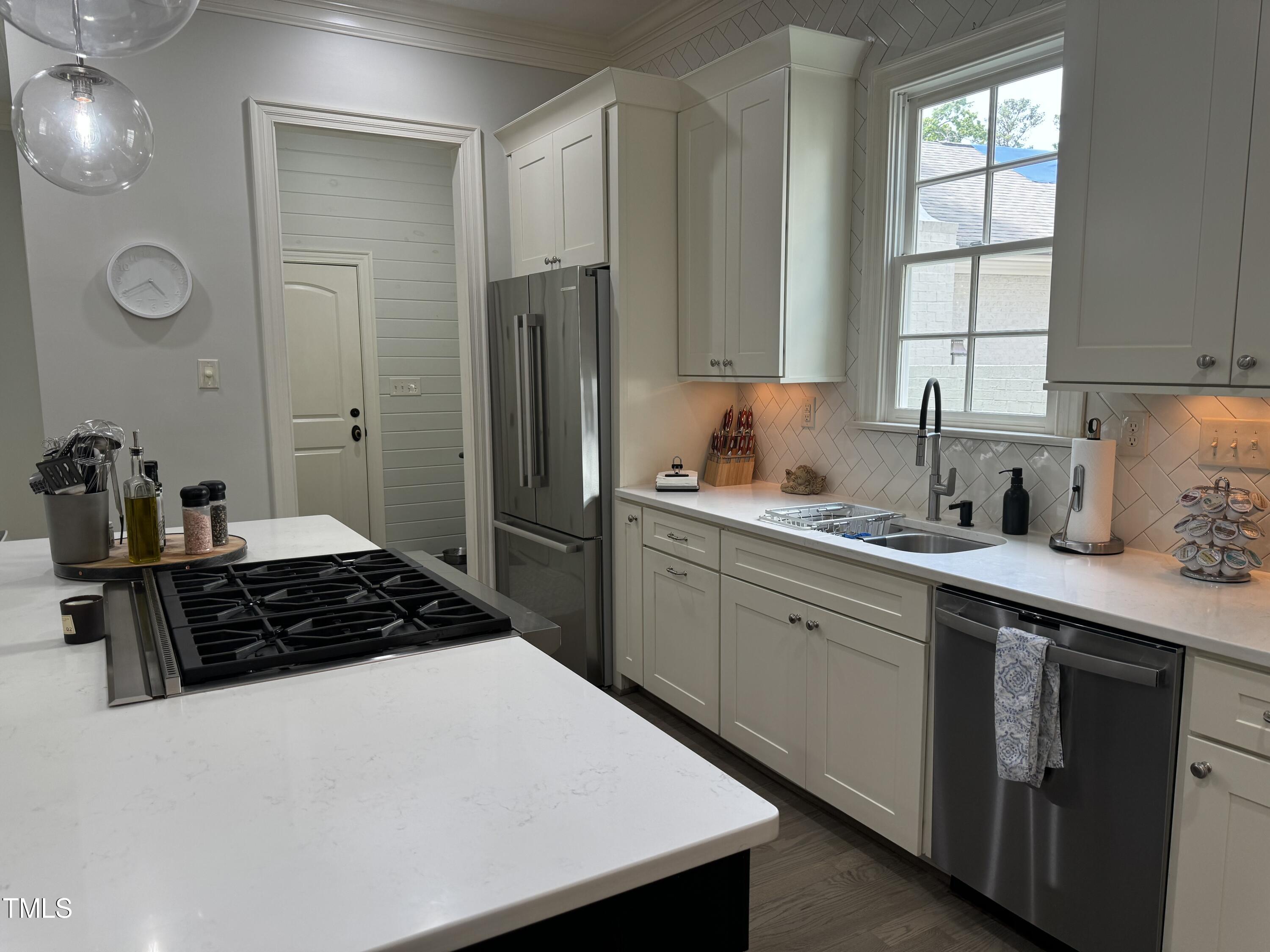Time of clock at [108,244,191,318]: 4:40
